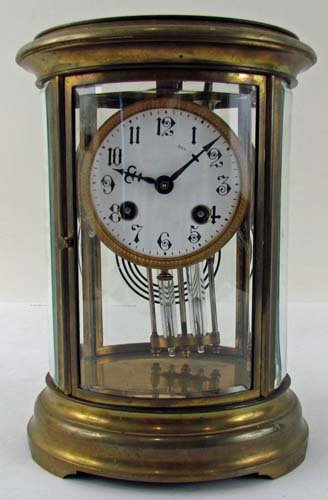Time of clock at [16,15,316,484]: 9:08
